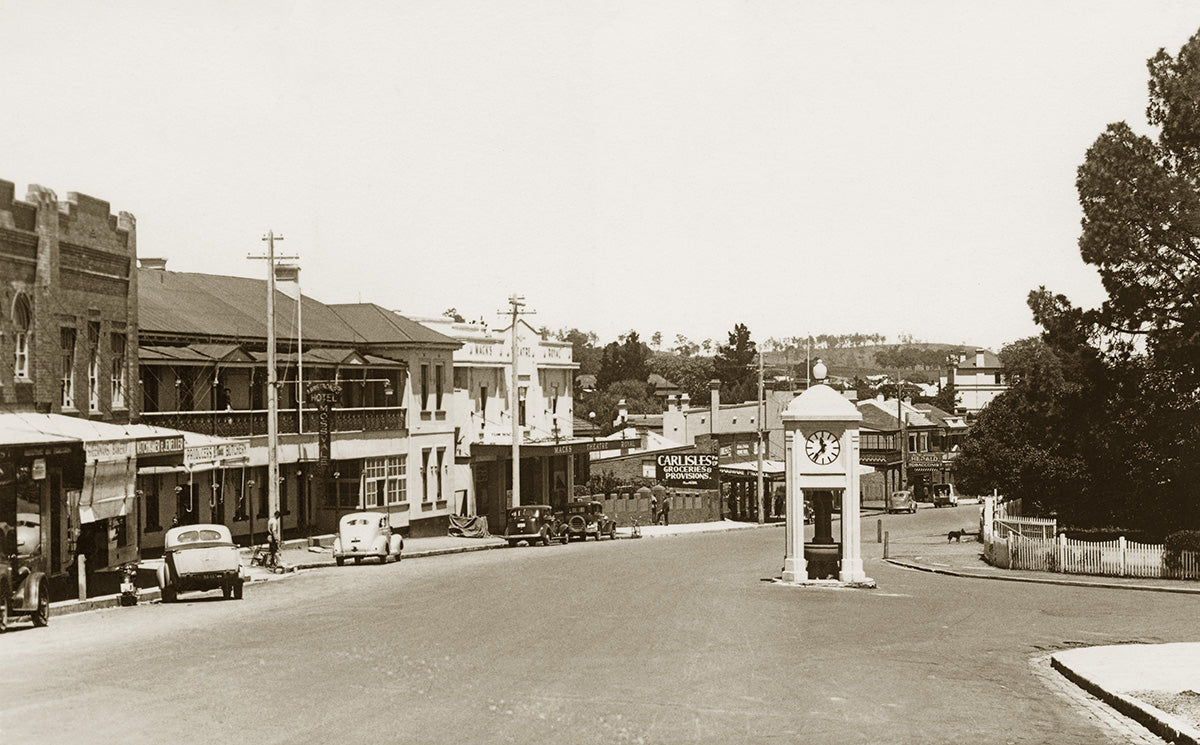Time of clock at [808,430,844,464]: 11:36
